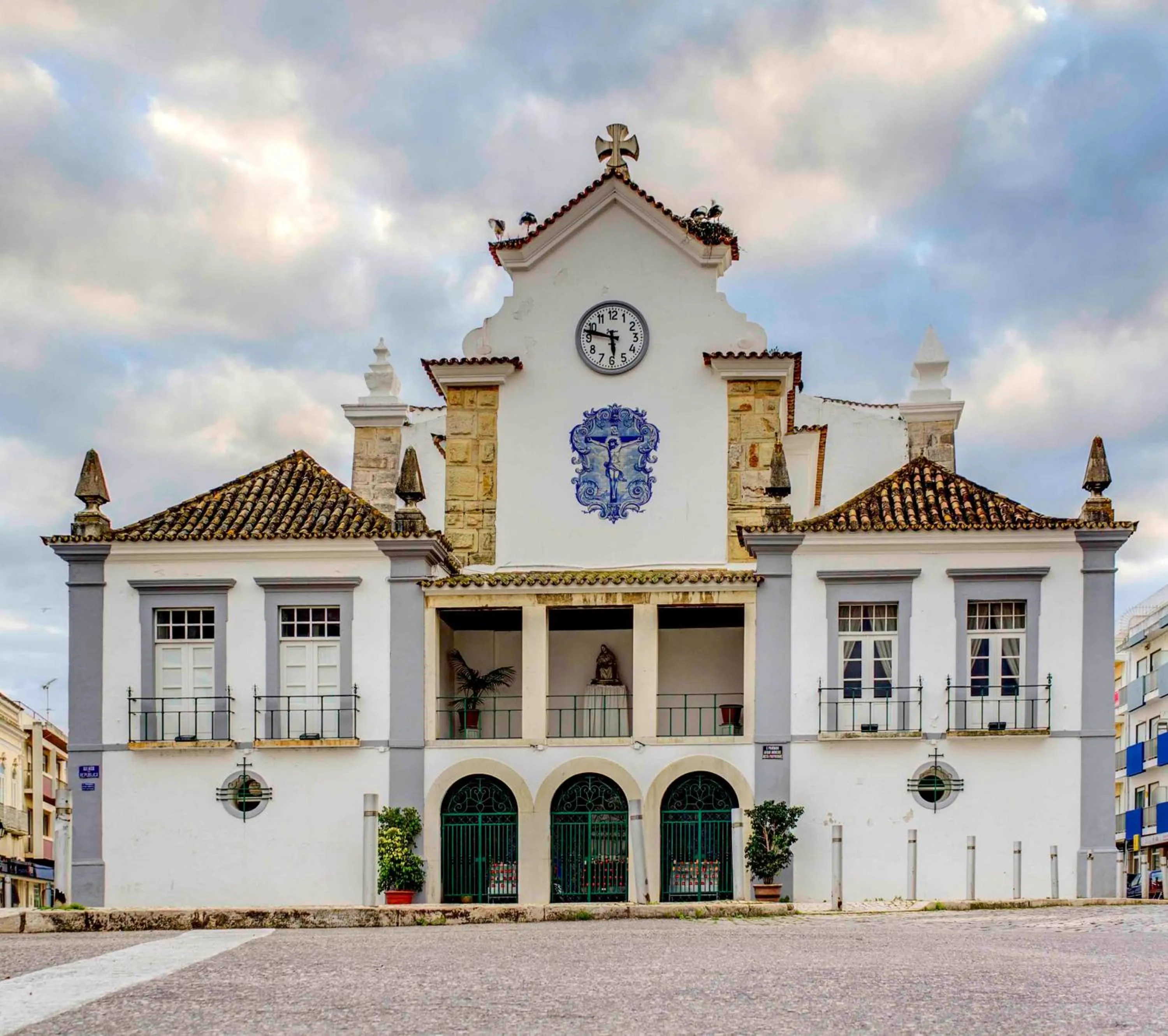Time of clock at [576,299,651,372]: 5:47
